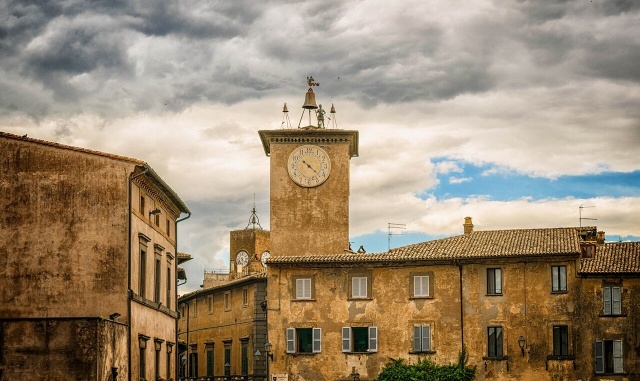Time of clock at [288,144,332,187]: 10:21
